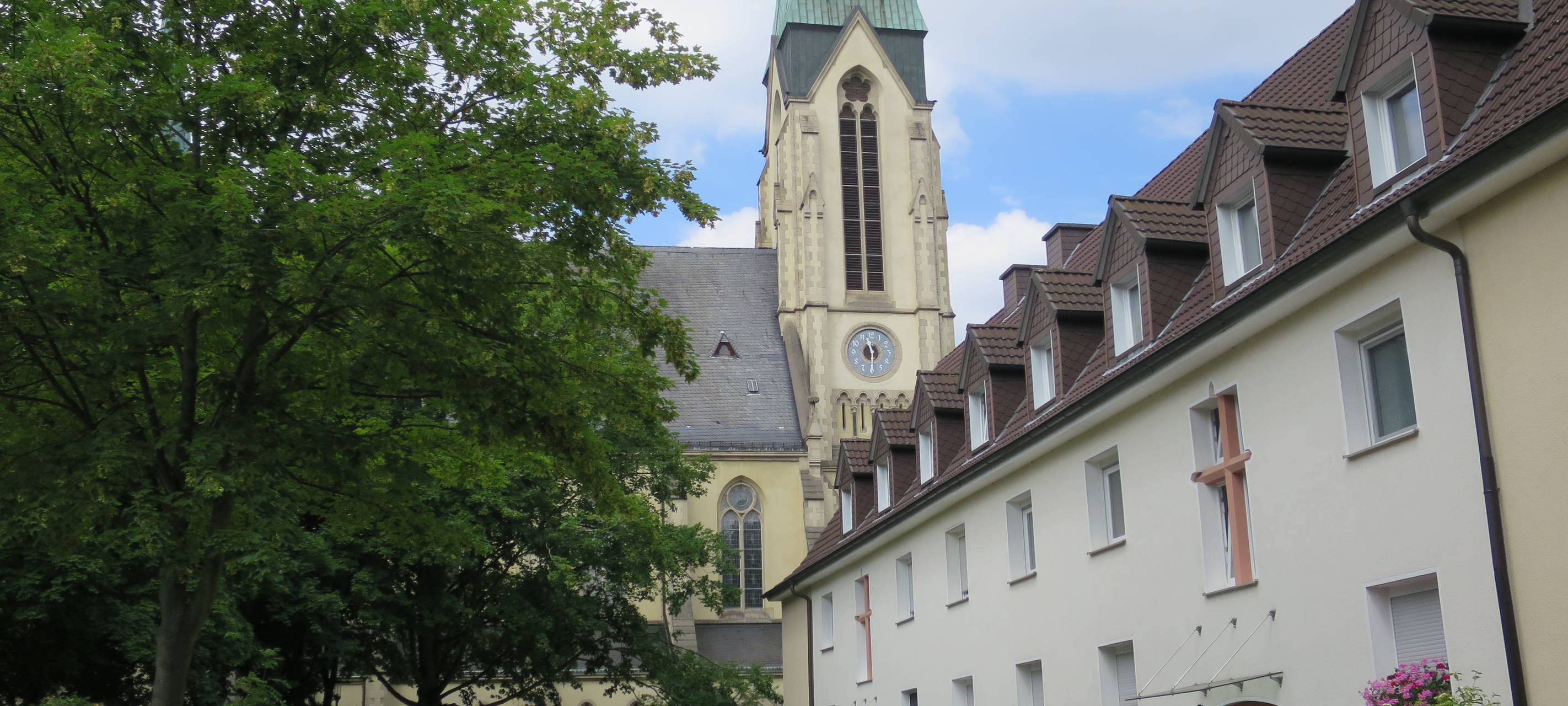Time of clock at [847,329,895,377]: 11:30
